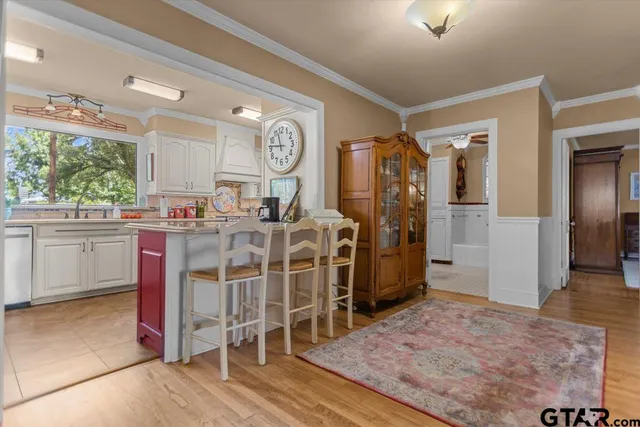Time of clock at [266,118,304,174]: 11:46
